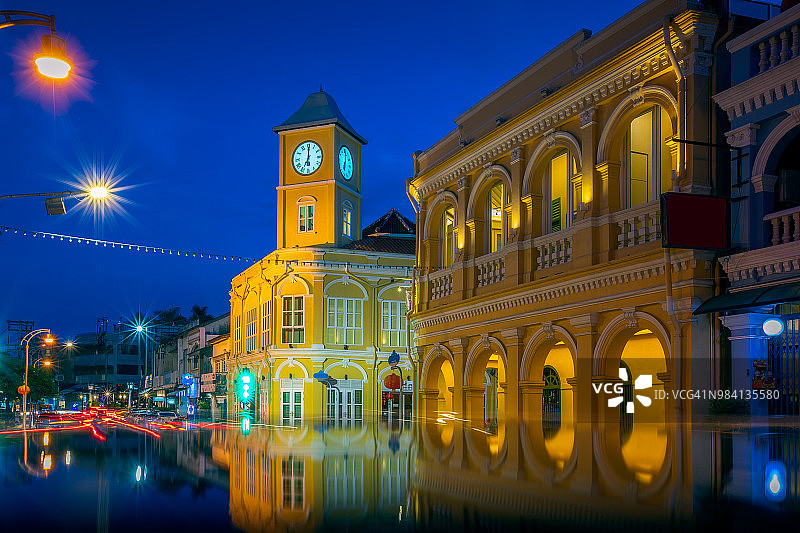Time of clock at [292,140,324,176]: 7:00
